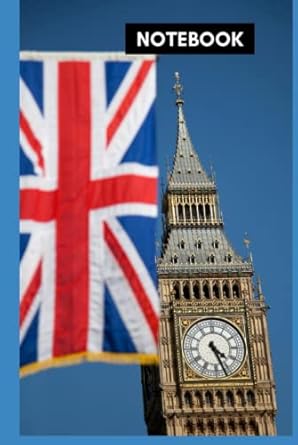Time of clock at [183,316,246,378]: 4:26
